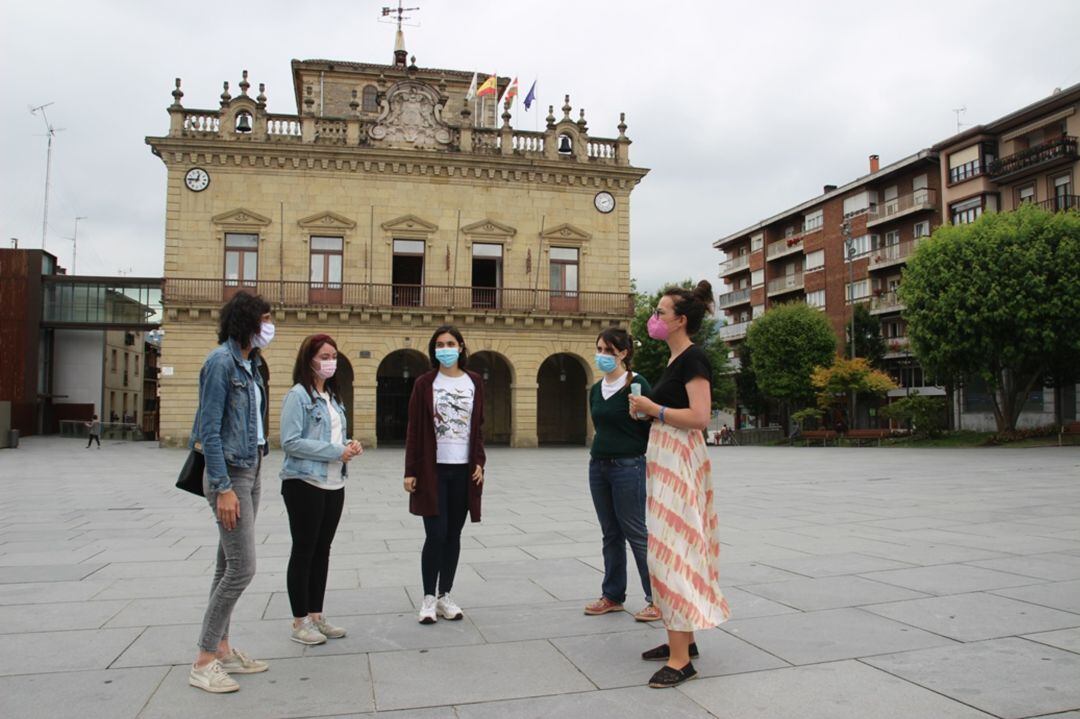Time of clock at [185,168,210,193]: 12:45
